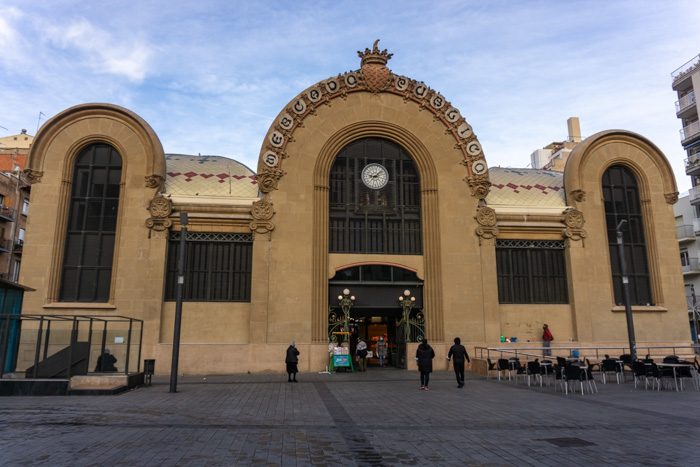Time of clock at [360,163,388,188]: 9:08
